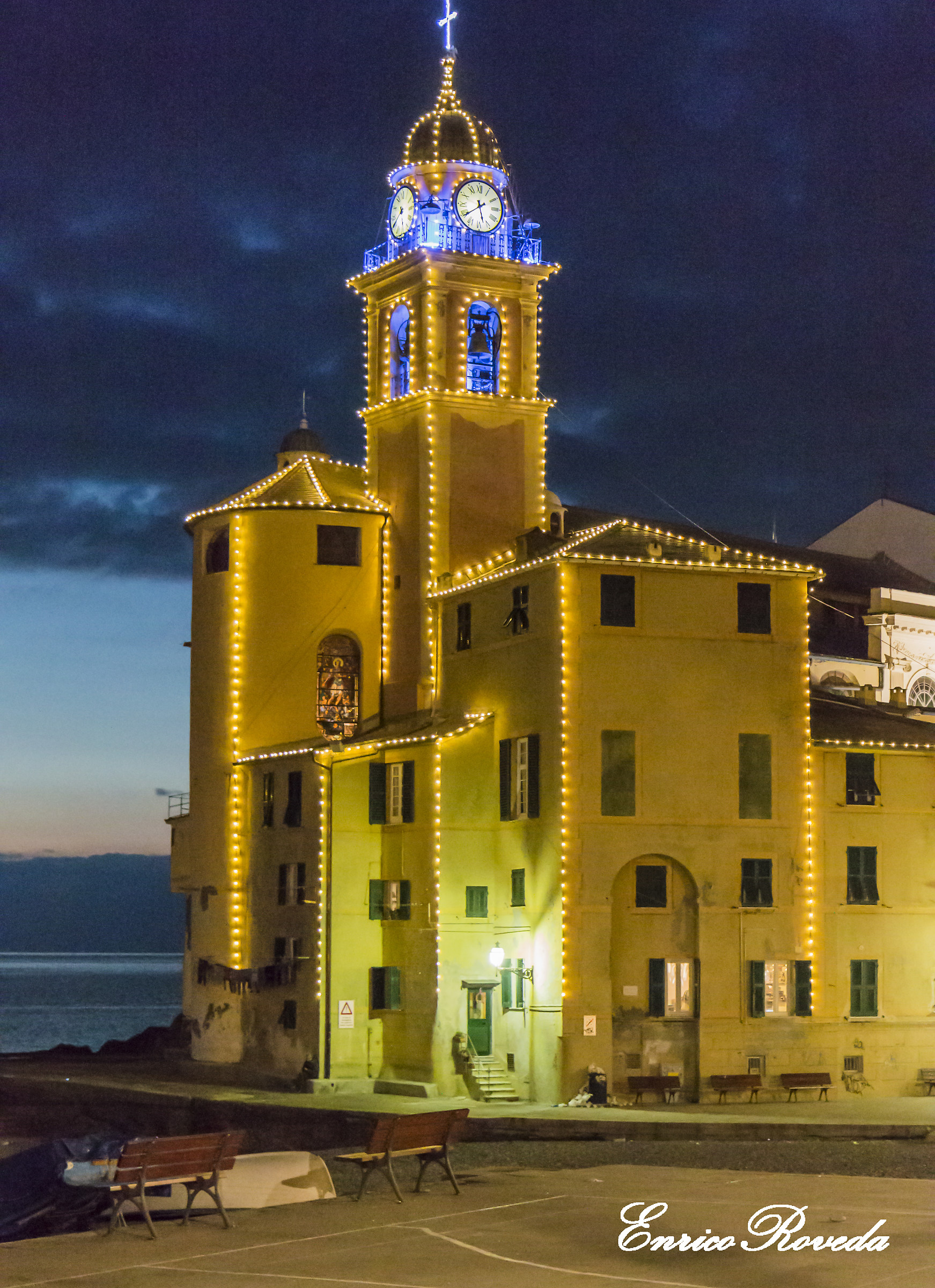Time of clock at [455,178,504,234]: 11:39
